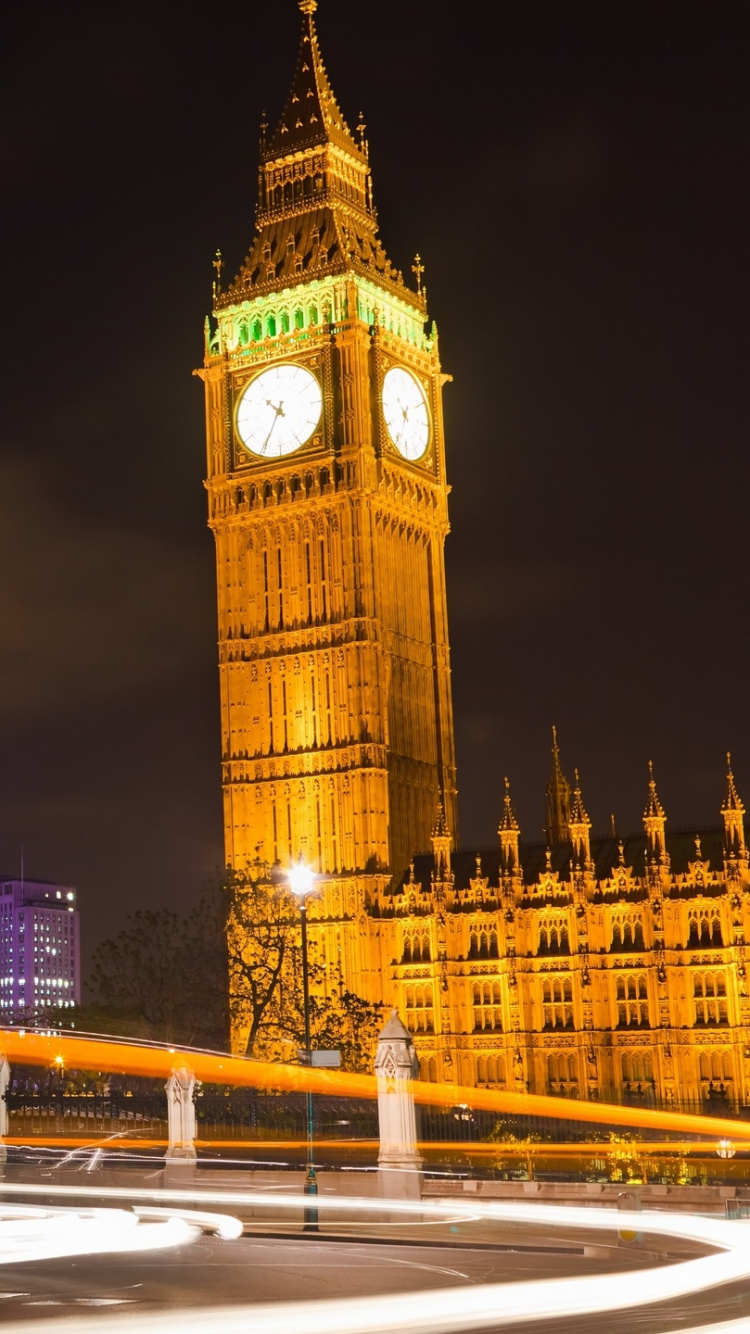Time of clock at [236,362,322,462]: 10:34
